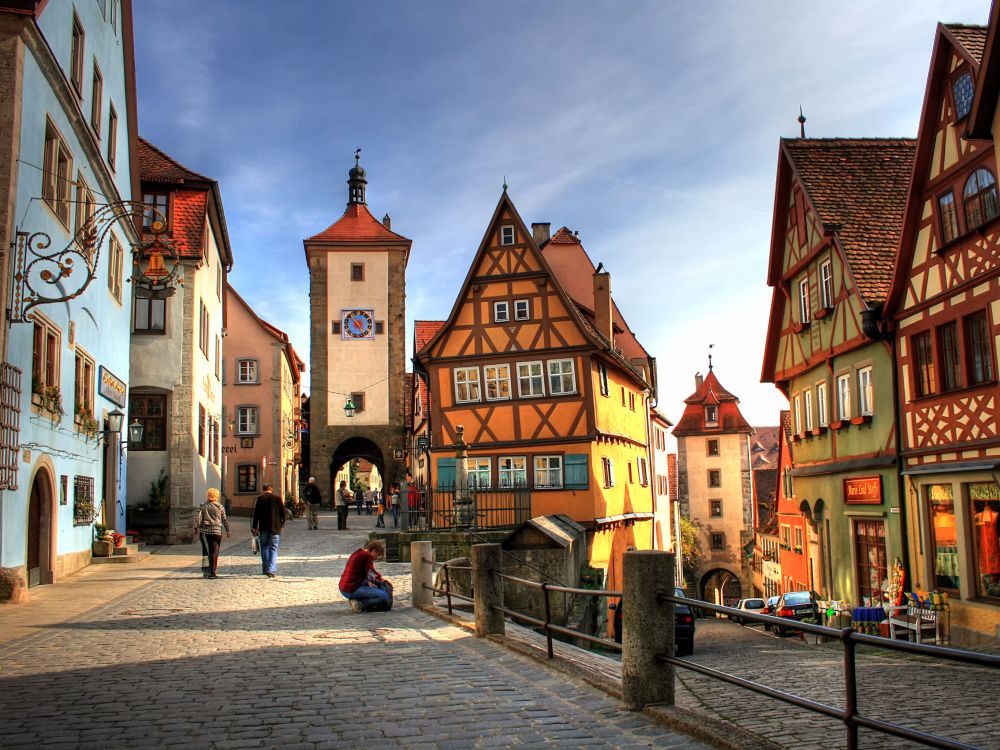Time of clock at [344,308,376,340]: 4:52
